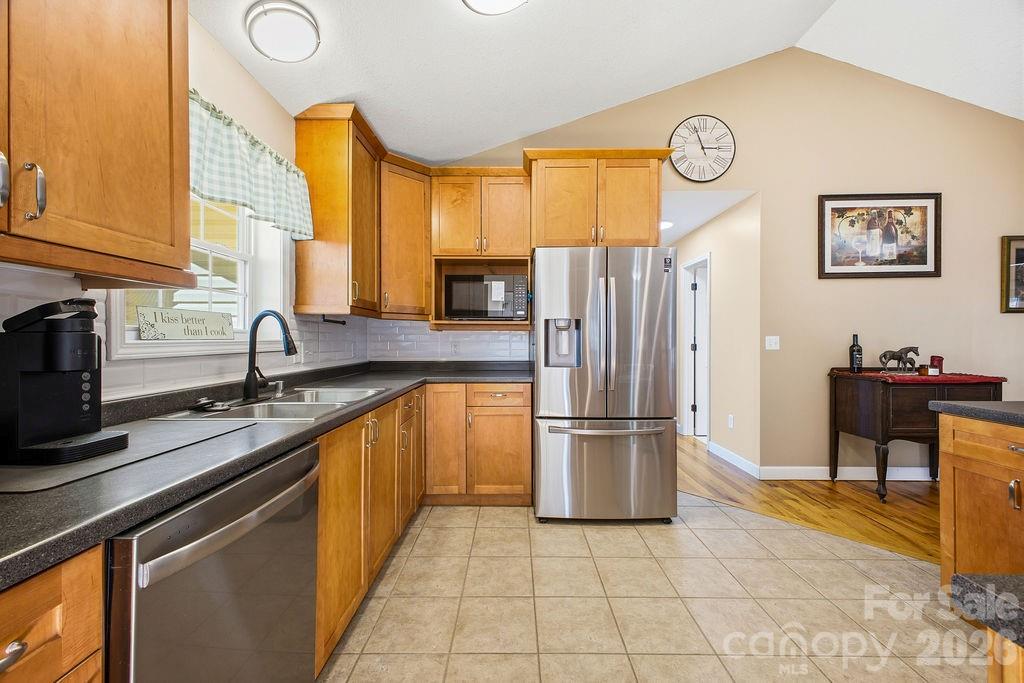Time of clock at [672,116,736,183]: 2:56
